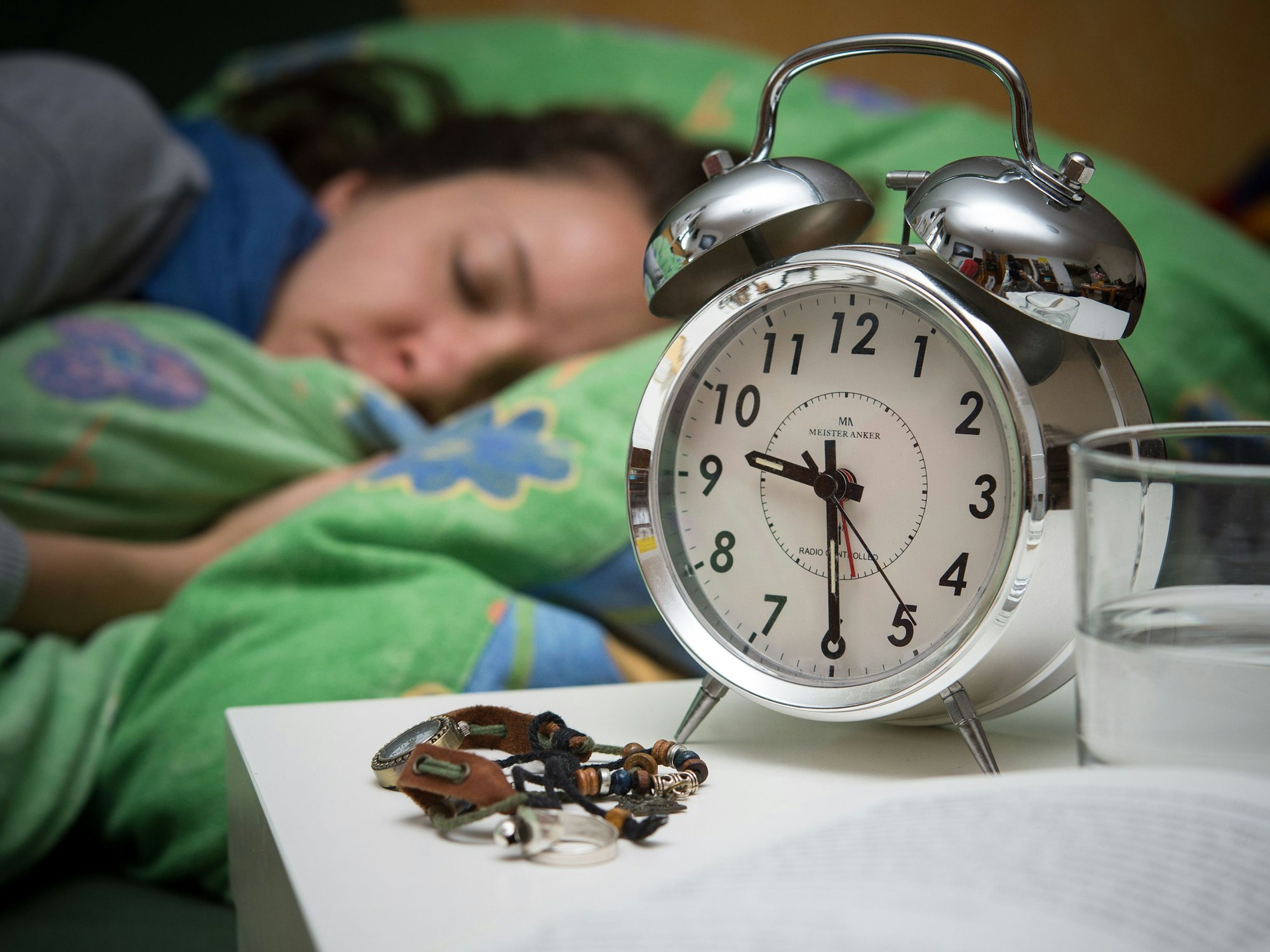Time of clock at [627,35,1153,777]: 9:29
